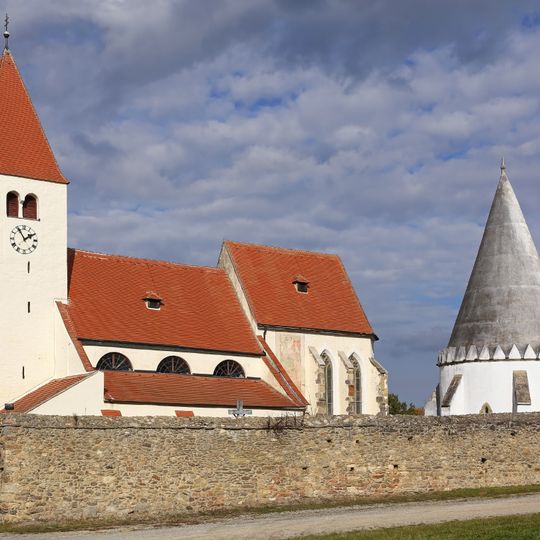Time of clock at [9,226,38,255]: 1:55
